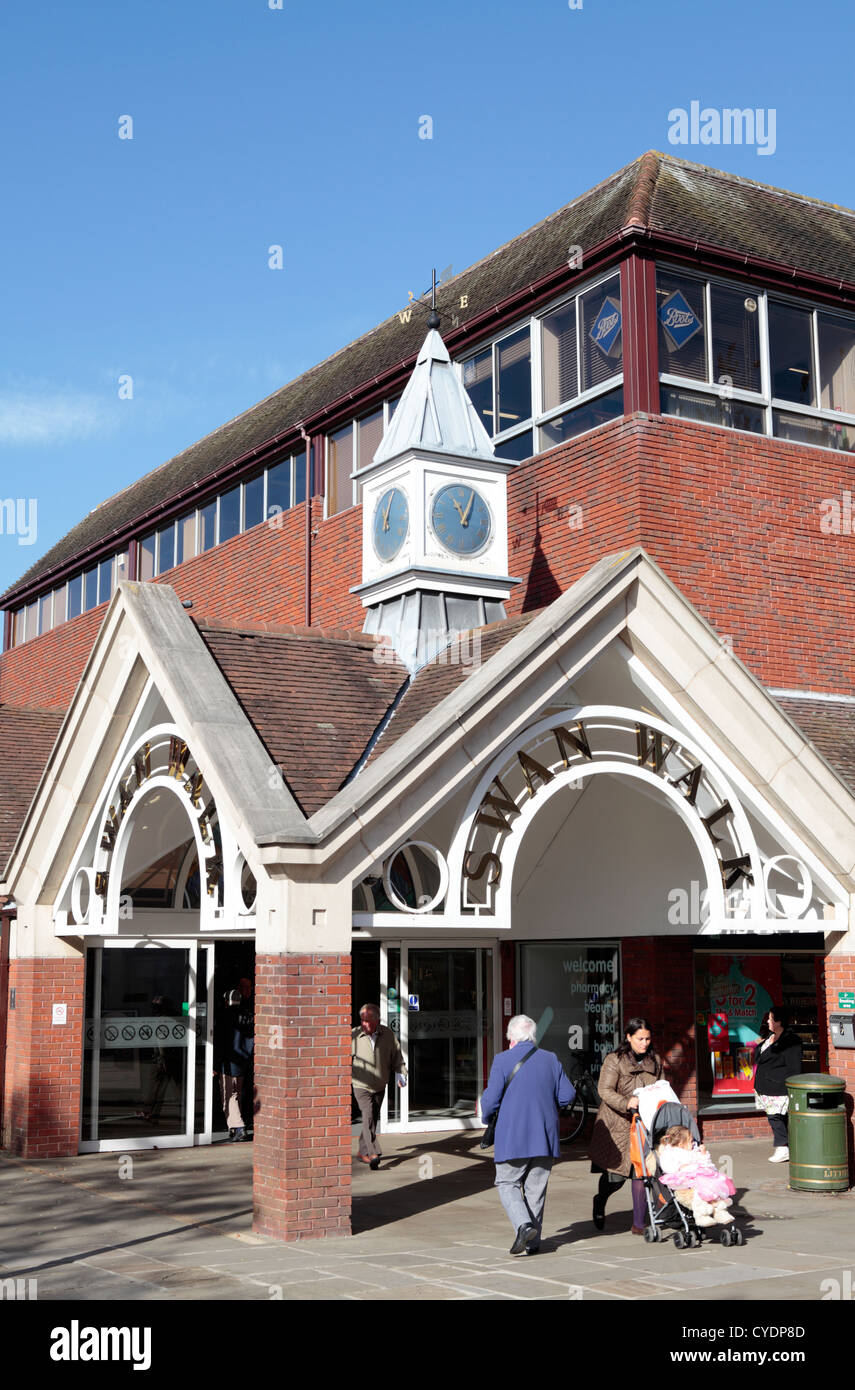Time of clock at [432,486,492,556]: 11:04
